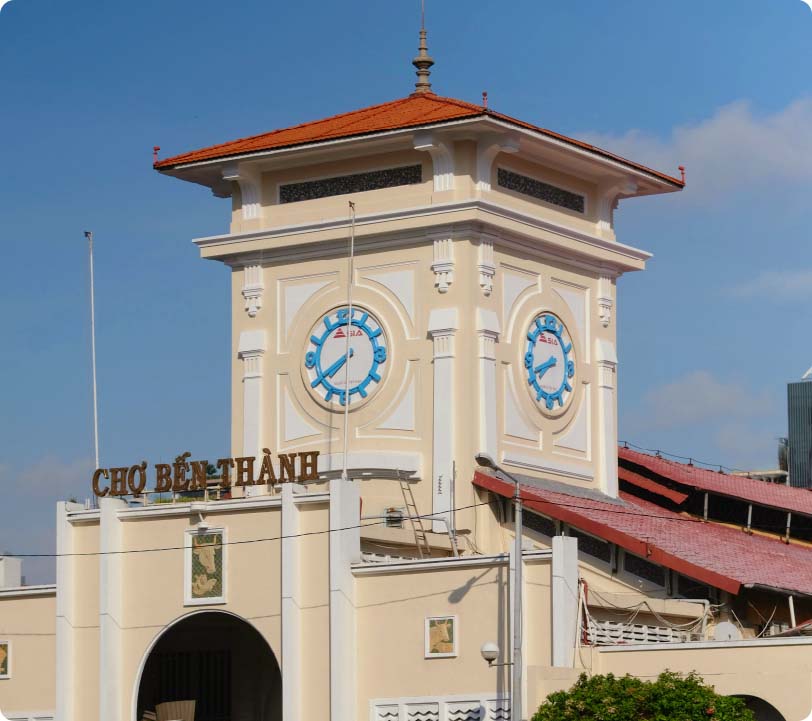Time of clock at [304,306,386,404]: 7:40
